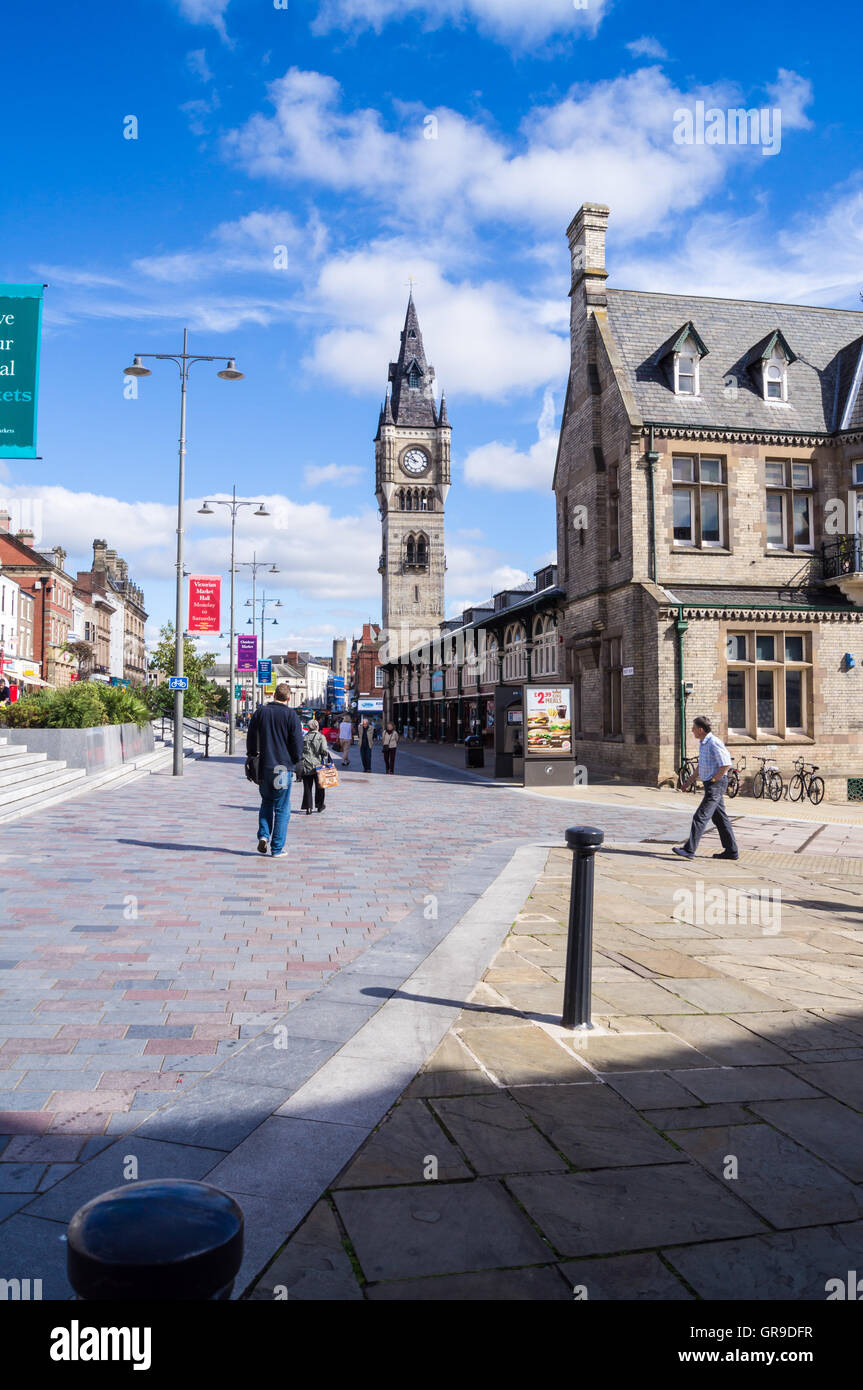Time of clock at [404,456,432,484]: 10:48
